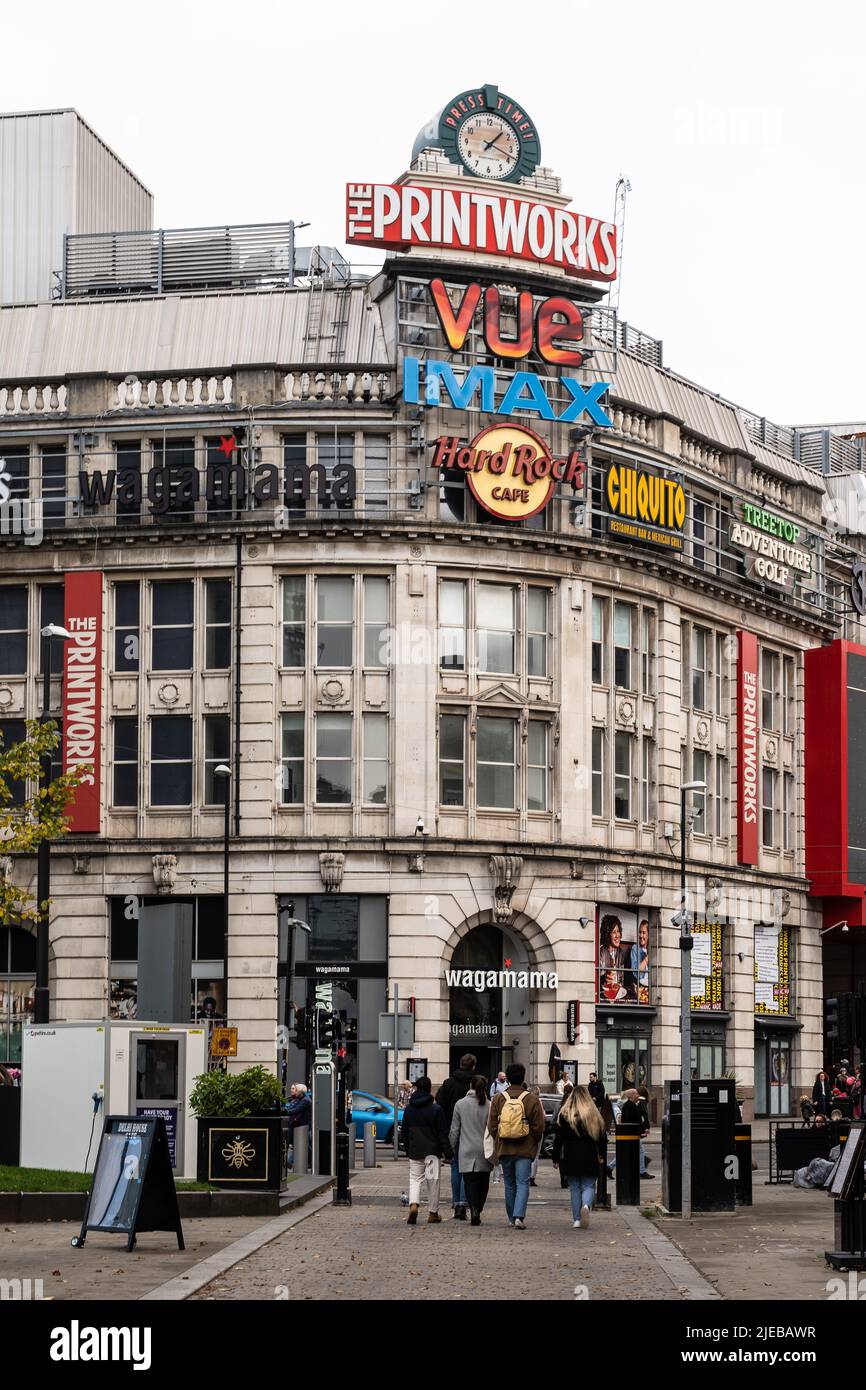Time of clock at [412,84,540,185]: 1:18
